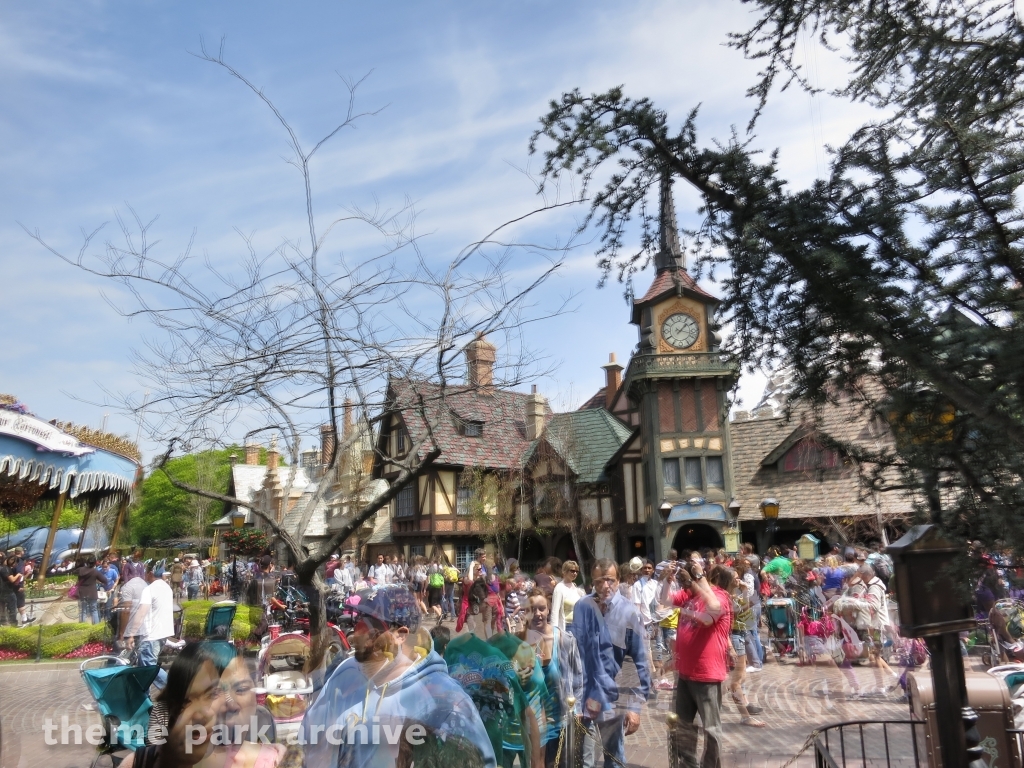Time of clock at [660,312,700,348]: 1:17
